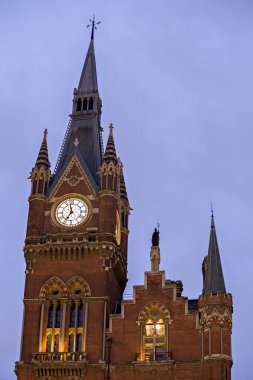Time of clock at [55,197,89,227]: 6:58
